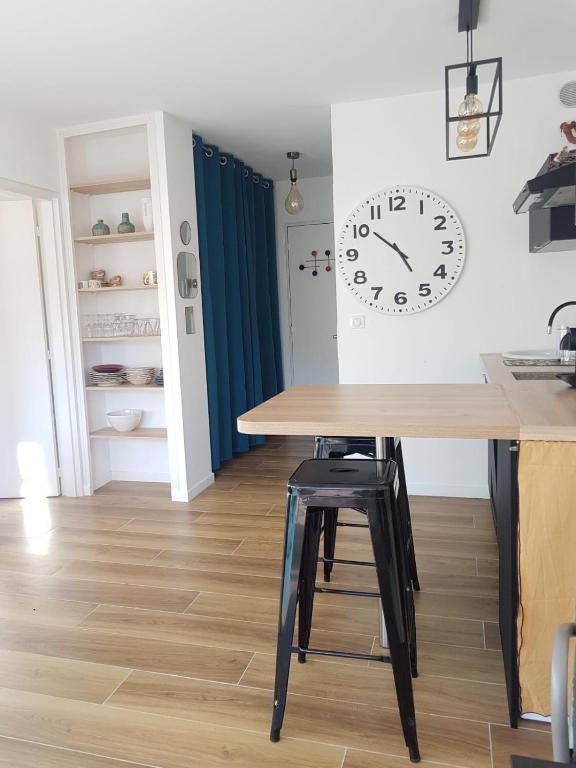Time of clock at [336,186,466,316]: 4:51
